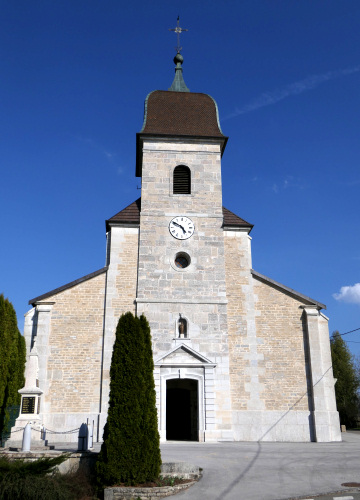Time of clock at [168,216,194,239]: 4:50
